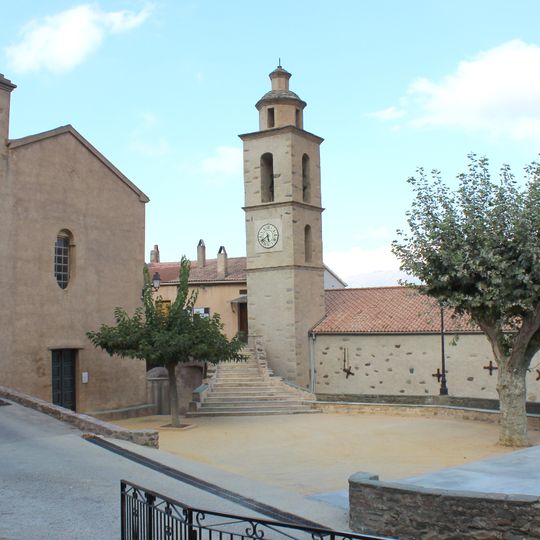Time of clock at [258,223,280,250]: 5:38
